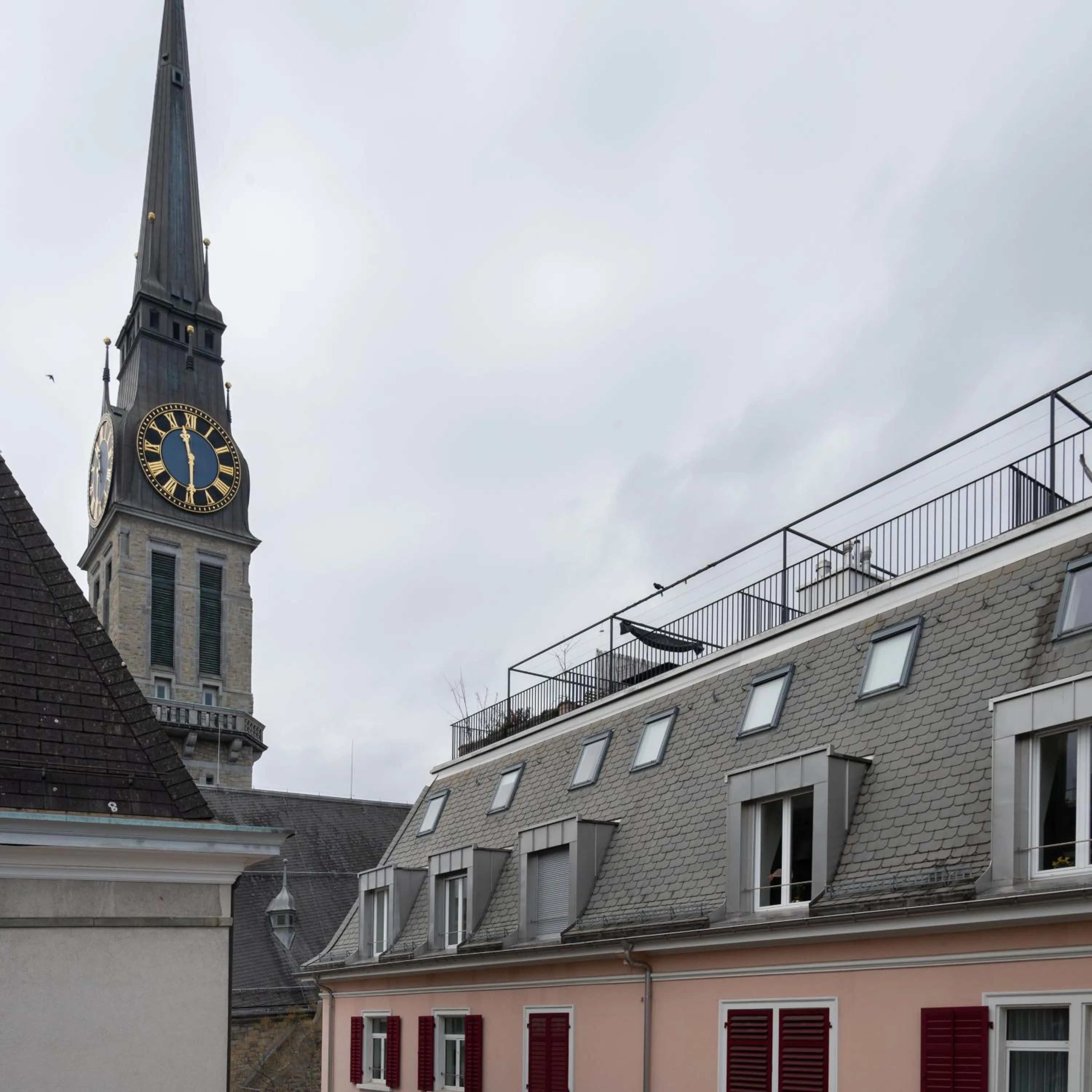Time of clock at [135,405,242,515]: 11:29
